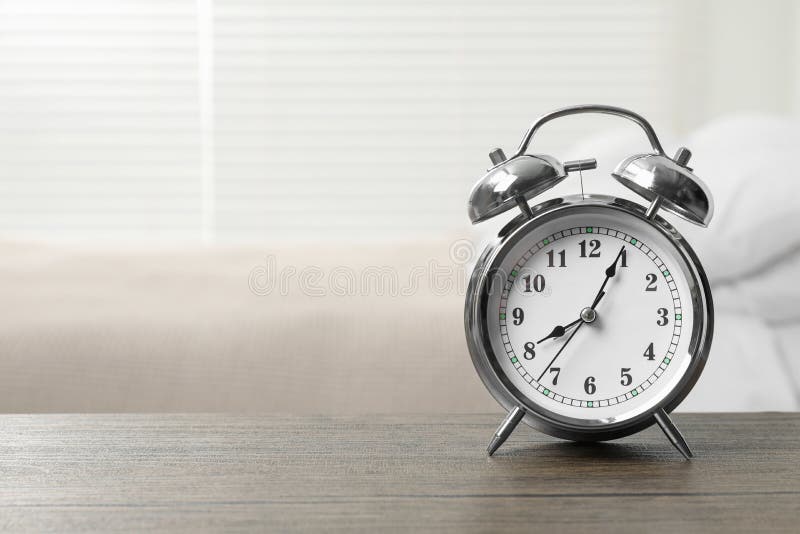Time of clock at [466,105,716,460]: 8:04
